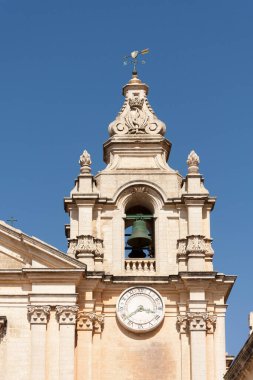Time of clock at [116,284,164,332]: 3:38
